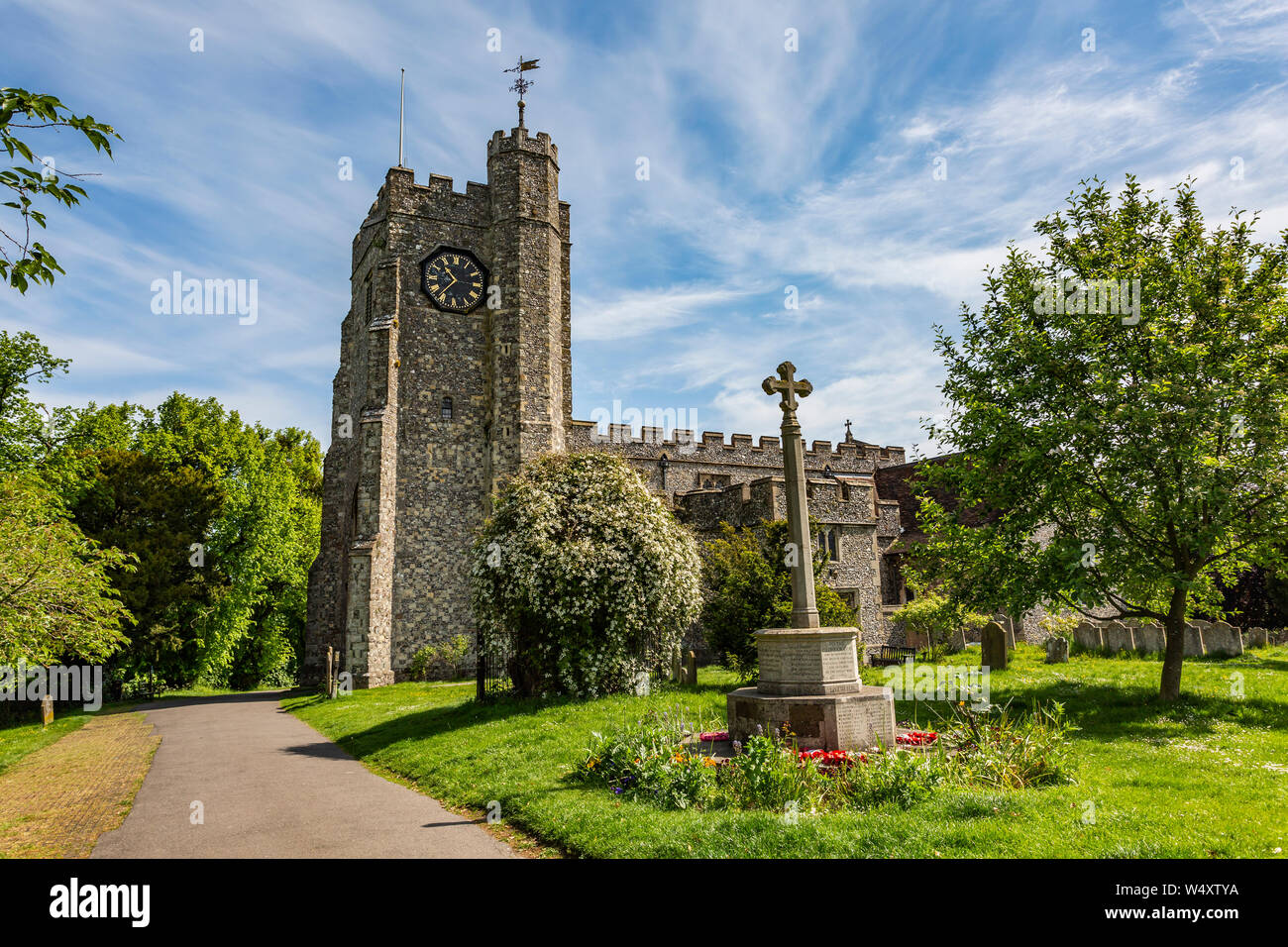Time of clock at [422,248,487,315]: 10:36
